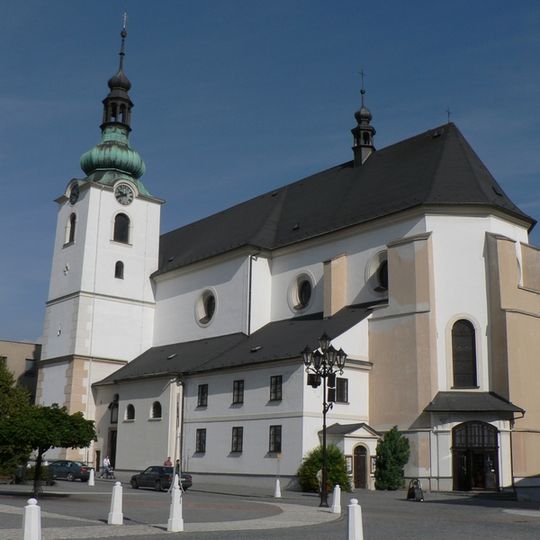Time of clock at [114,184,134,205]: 9:41
